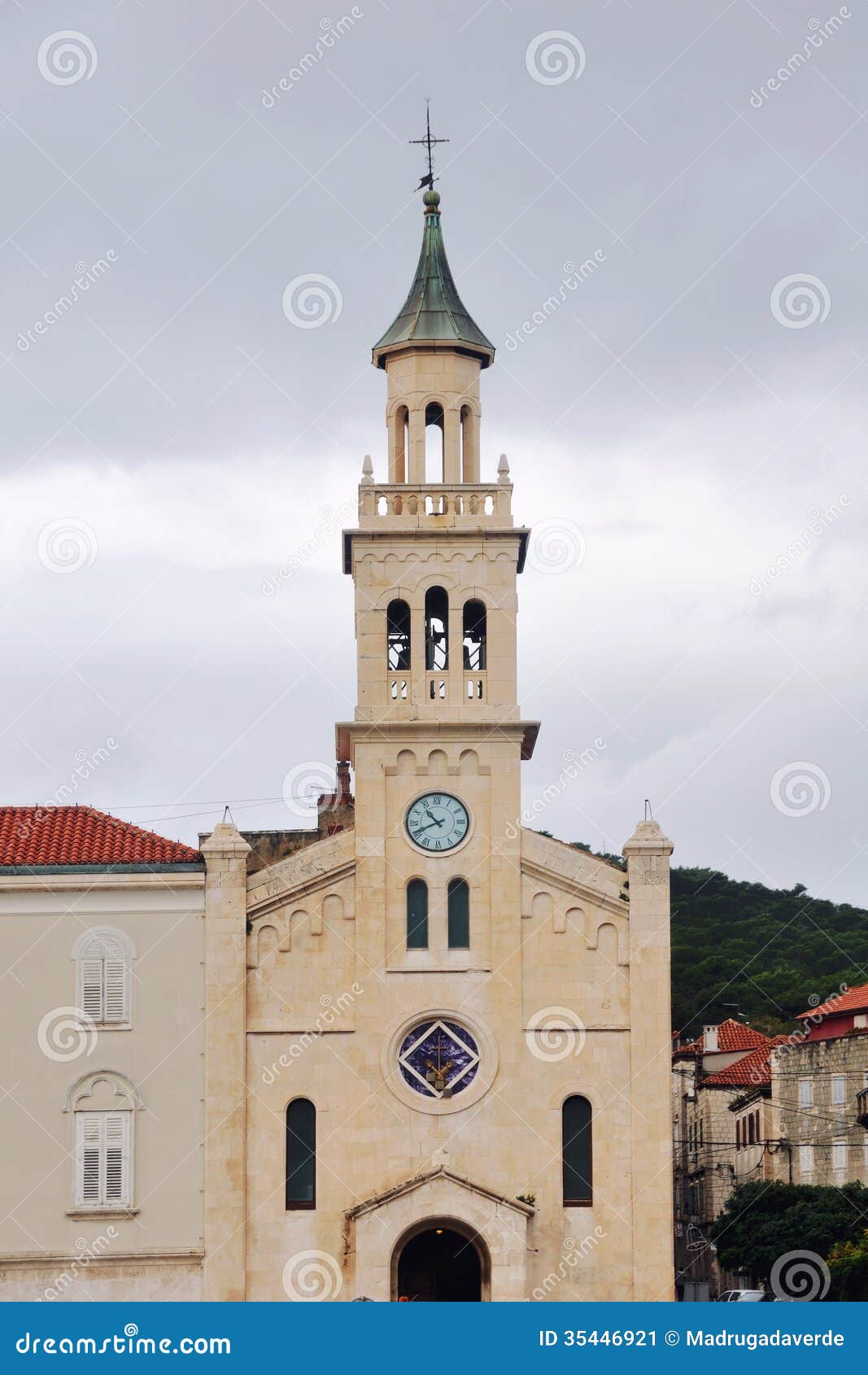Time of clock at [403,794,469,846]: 10:41
